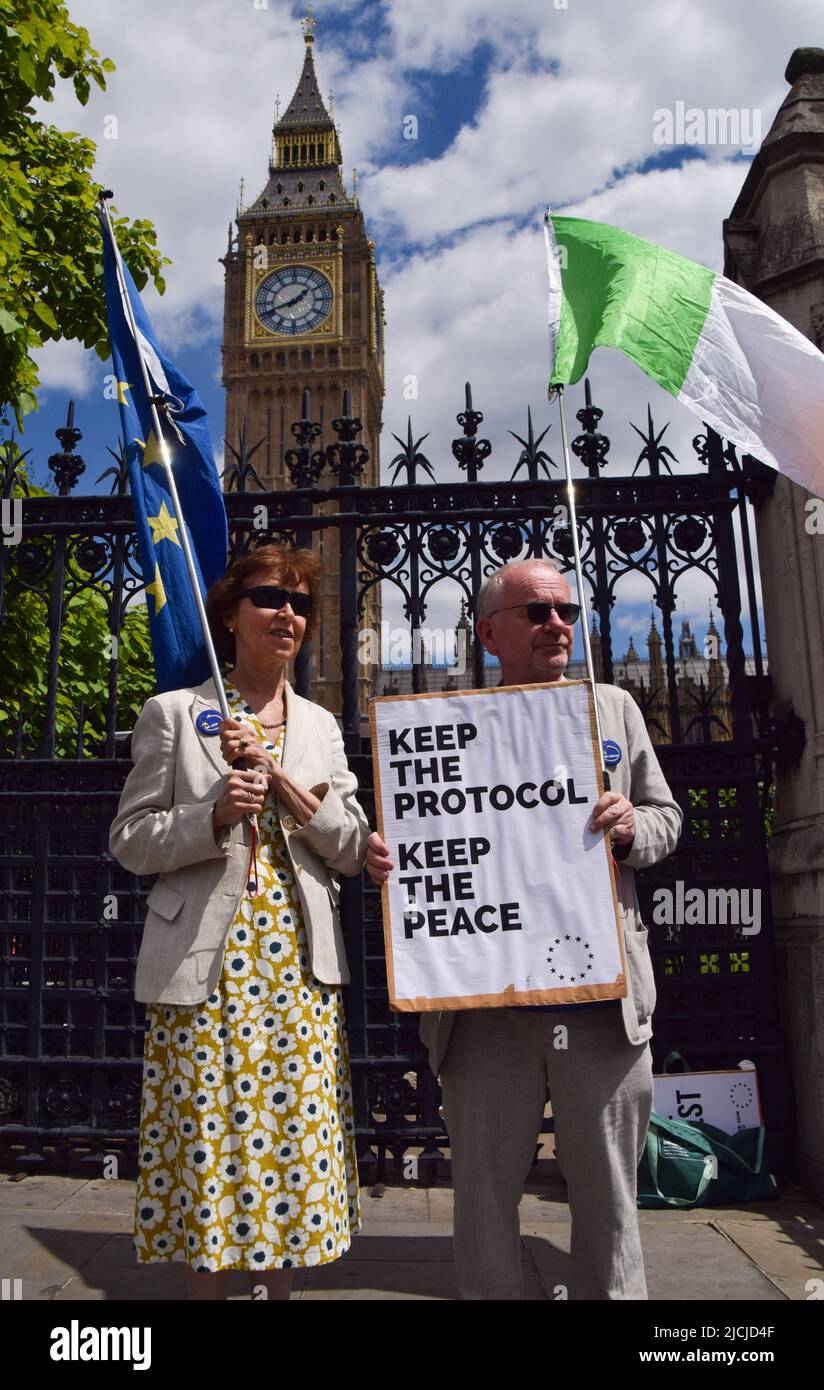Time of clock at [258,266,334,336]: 1:41
